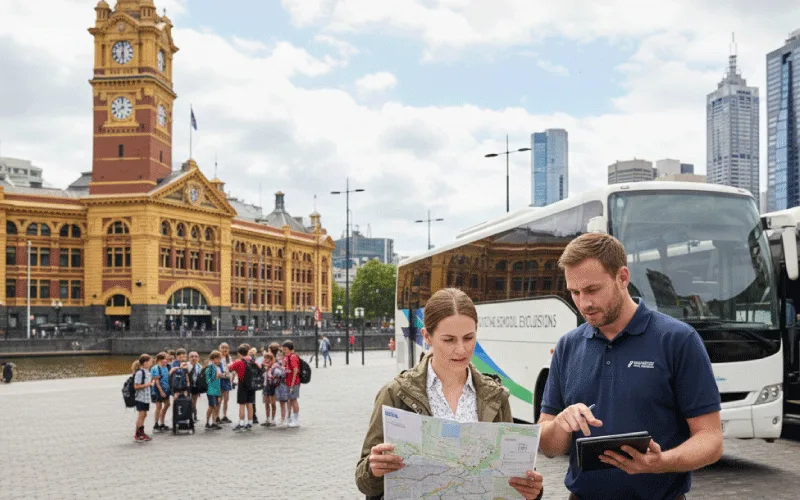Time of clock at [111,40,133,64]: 6:01
